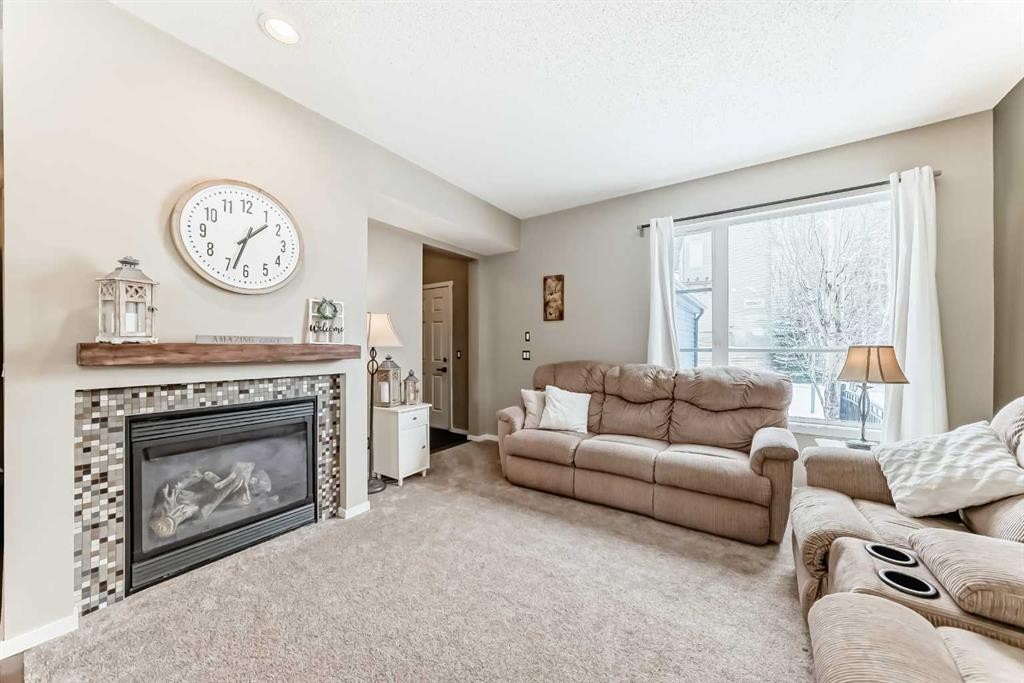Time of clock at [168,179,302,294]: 1:33
